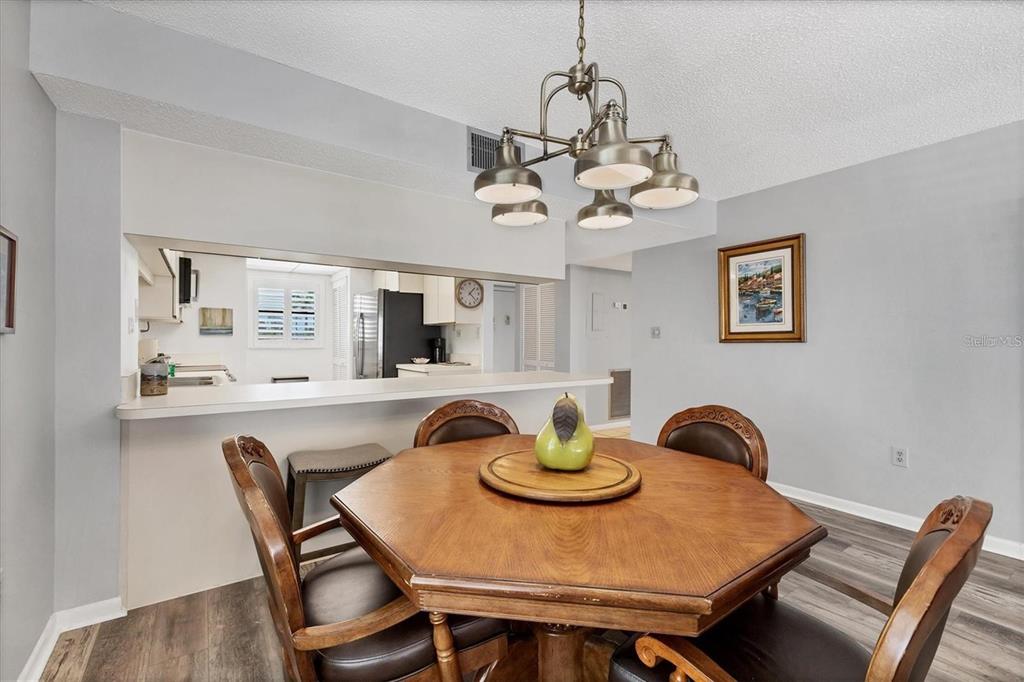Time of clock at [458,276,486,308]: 1:22
